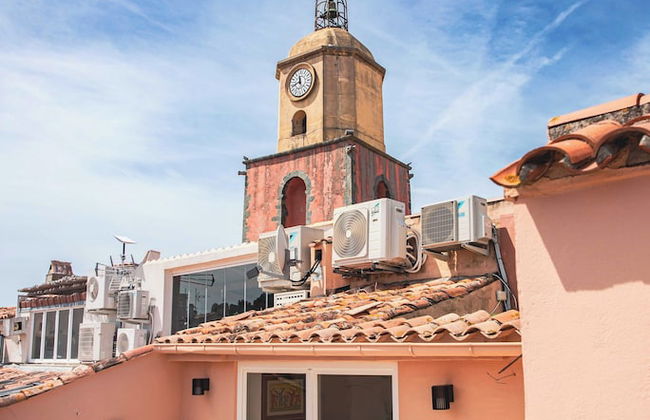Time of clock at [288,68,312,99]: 11:42
